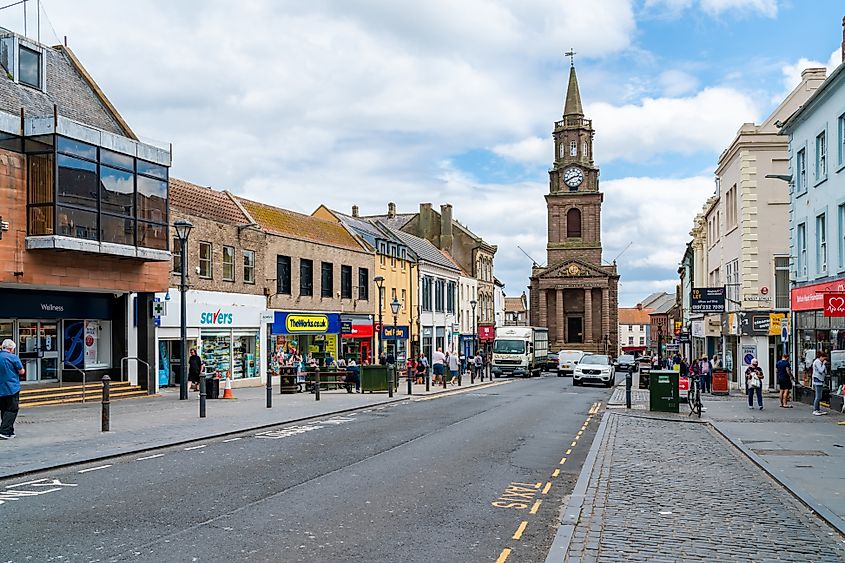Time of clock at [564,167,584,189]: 2:40
